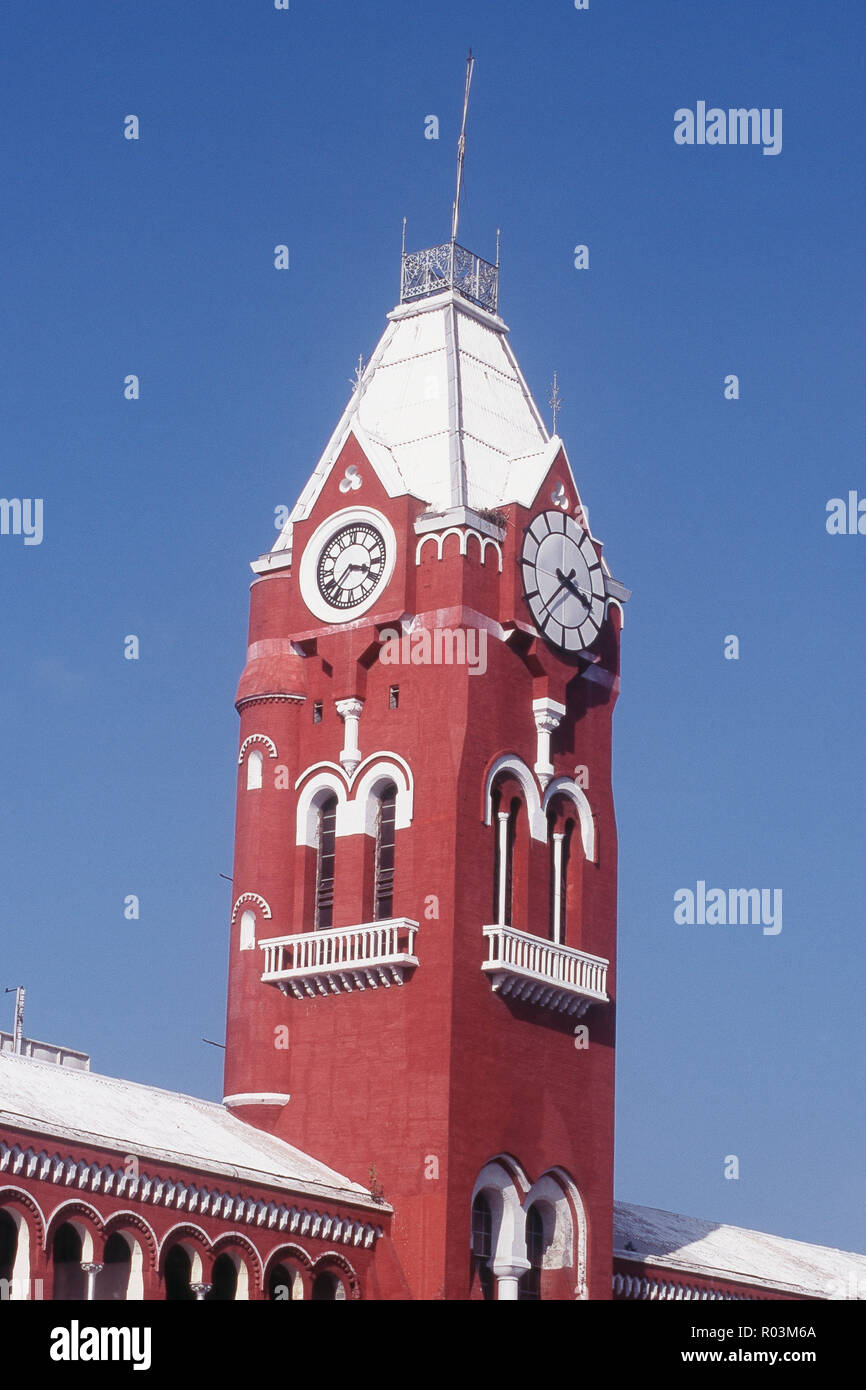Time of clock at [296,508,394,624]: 3:37
